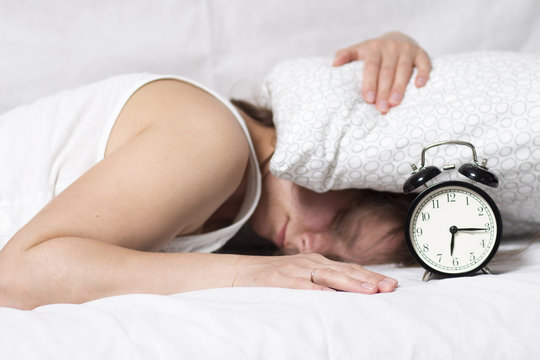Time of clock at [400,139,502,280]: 6:15
